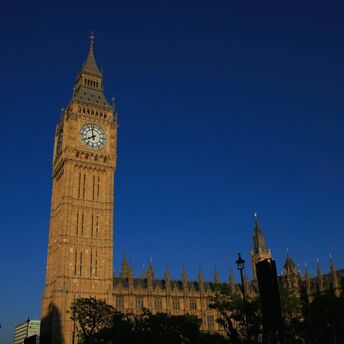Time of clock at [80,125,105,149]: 7:57
